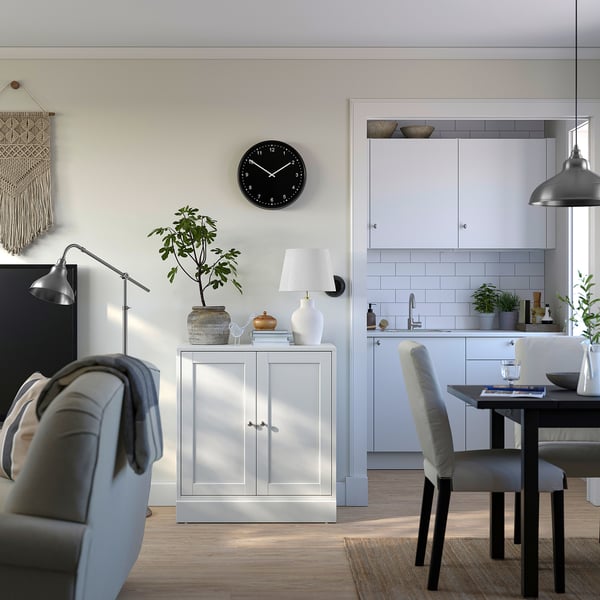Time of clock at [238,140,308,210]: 1:50
